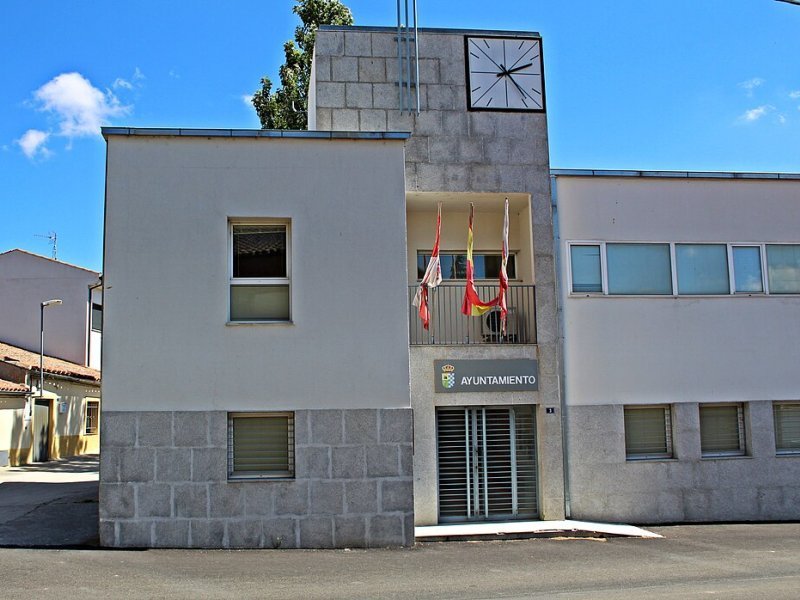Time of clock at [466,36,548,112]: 2:23
